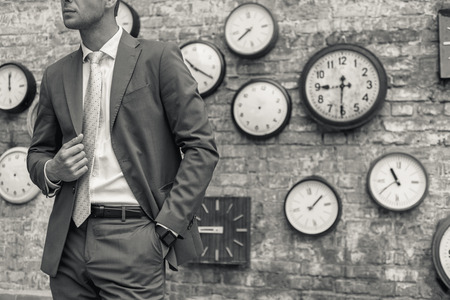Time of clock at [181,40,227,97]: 10:20
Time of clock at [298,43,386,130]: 8:30
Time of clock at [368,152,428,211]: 10:55
